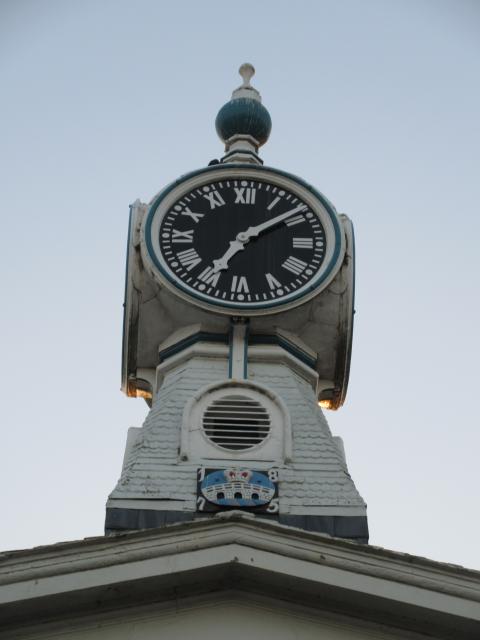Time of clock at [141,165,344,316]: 7:08
